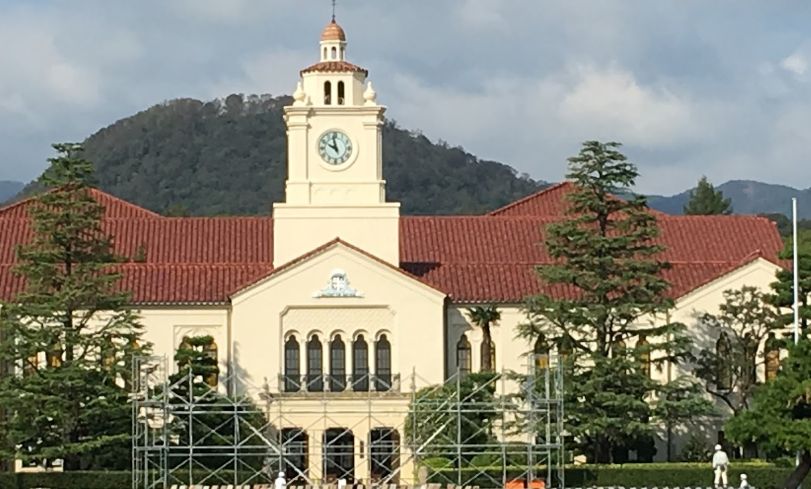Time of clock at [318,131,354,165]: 9:57
